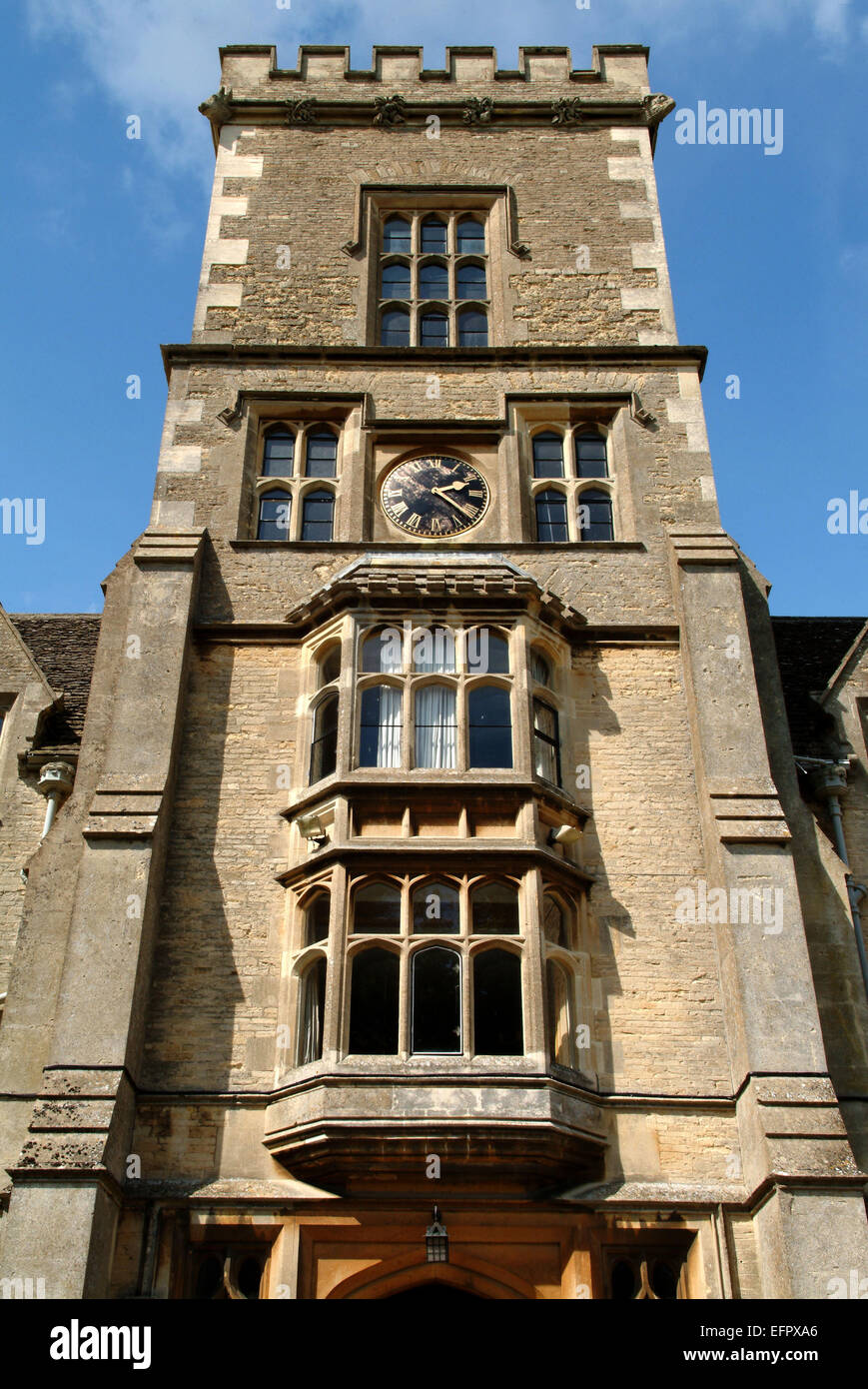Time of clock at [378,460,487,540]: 2:21
